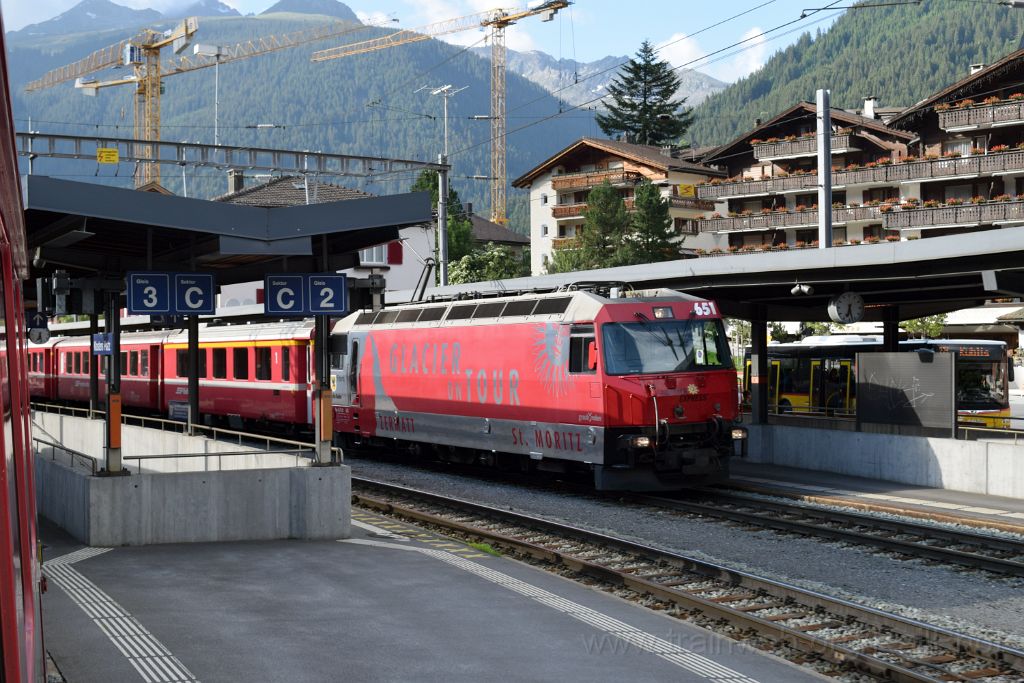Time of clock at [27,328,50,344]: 6:28
